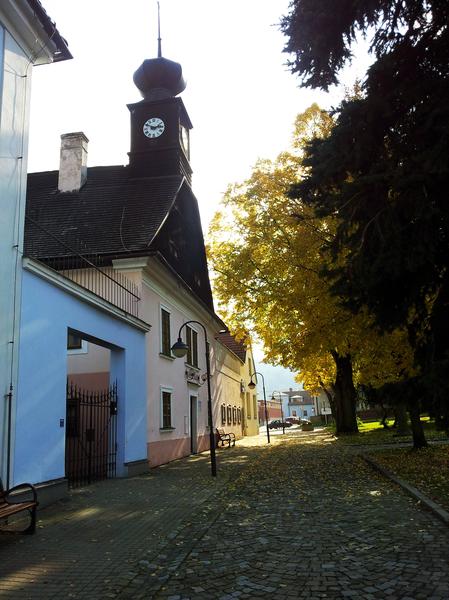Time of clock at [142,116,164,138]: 2:50
